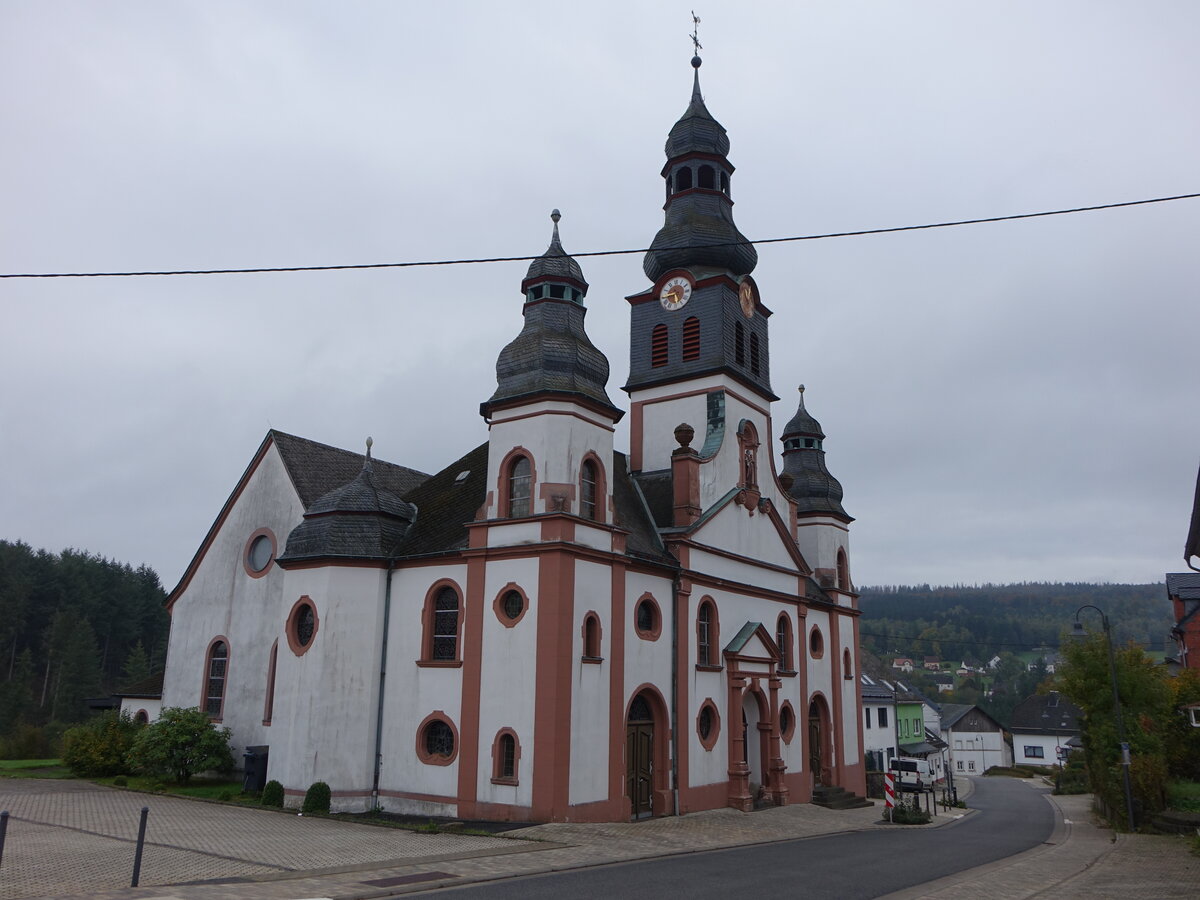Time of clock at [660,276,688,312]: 5:43
